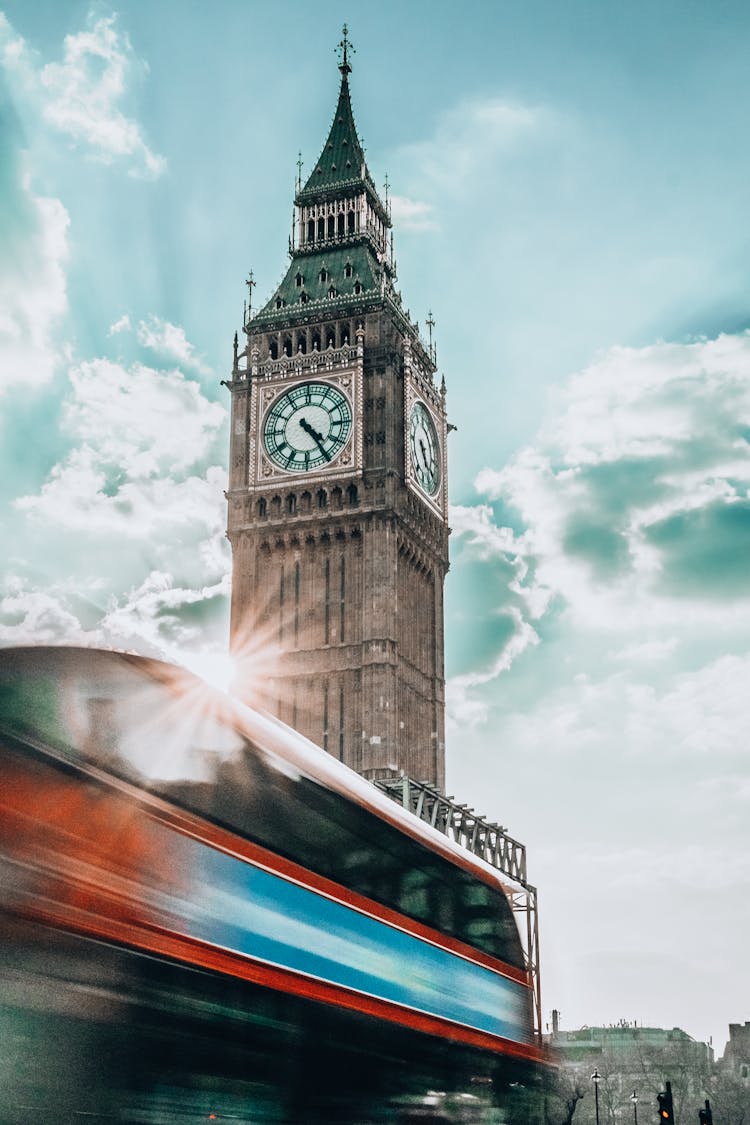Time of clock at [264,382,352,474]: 4:24
